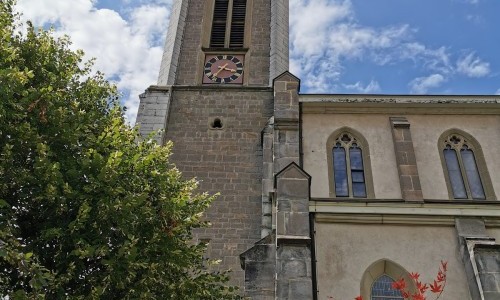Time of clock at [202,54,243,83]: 3:36
